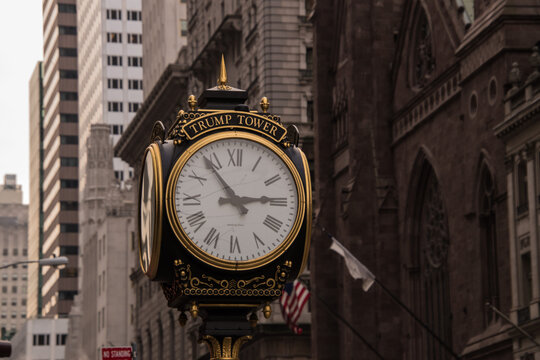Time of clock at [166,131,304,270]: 2:53
